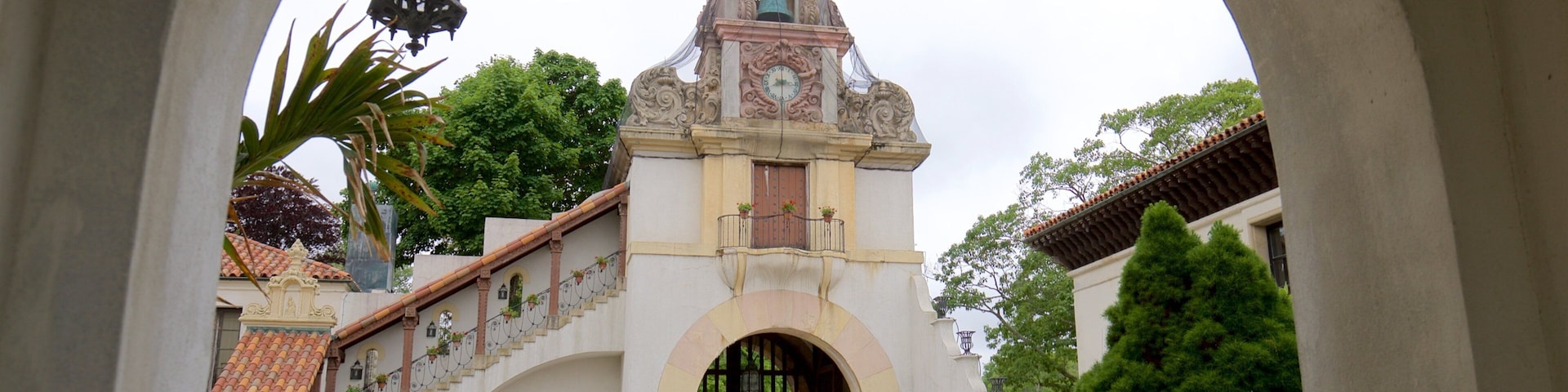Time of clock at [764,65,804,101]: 8:16
